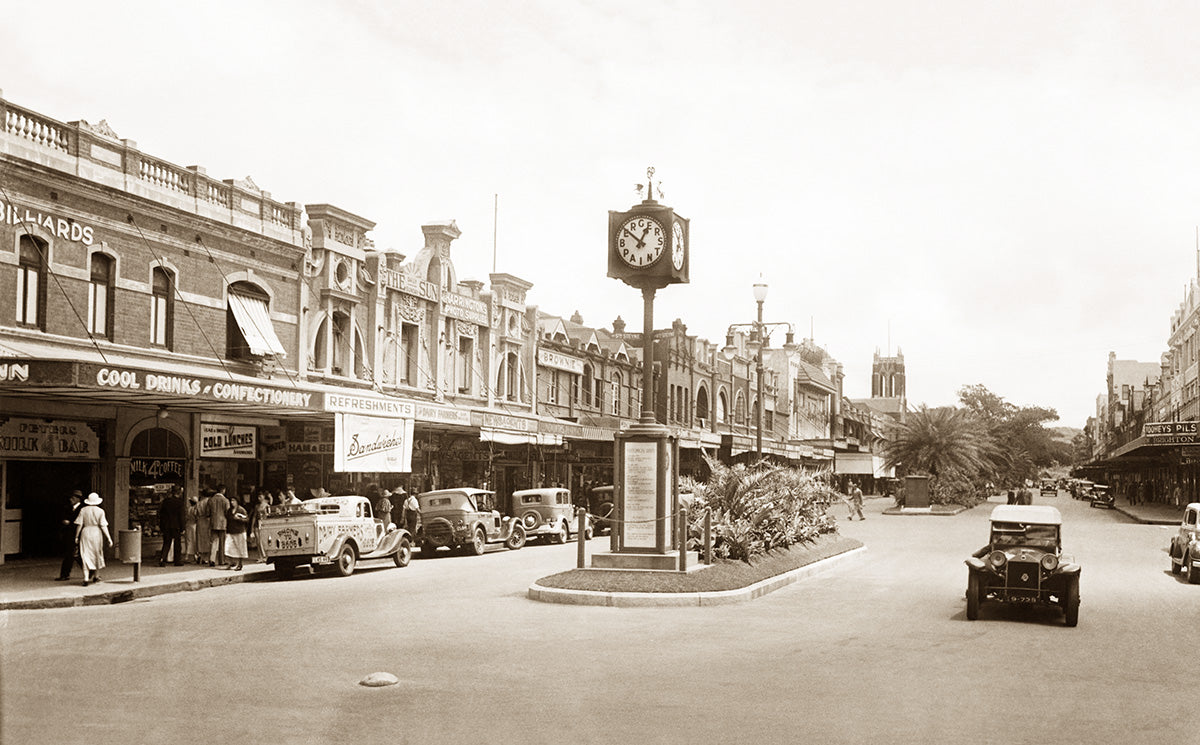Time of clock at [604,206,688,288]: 12:51
